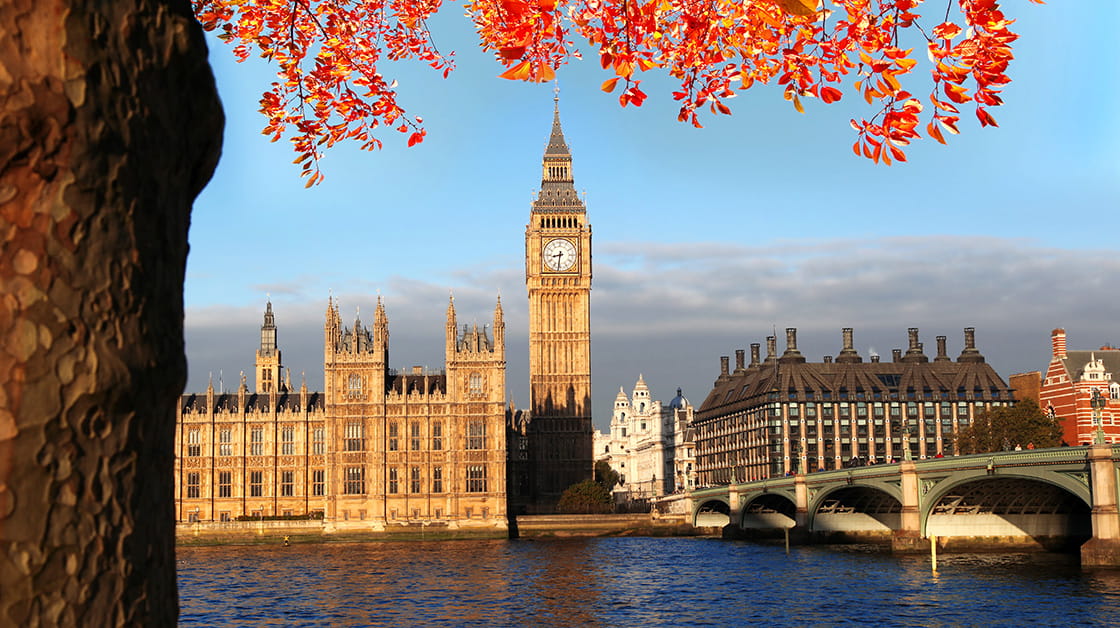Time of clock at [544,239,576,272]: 8:31
